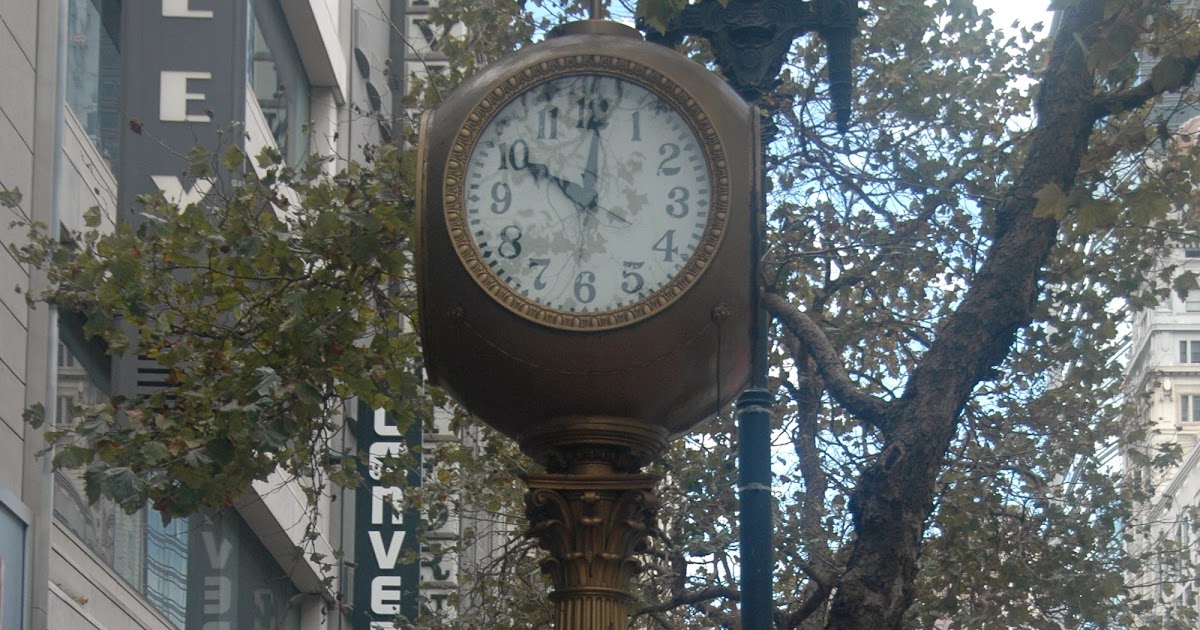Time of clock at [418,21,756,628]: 10:00
